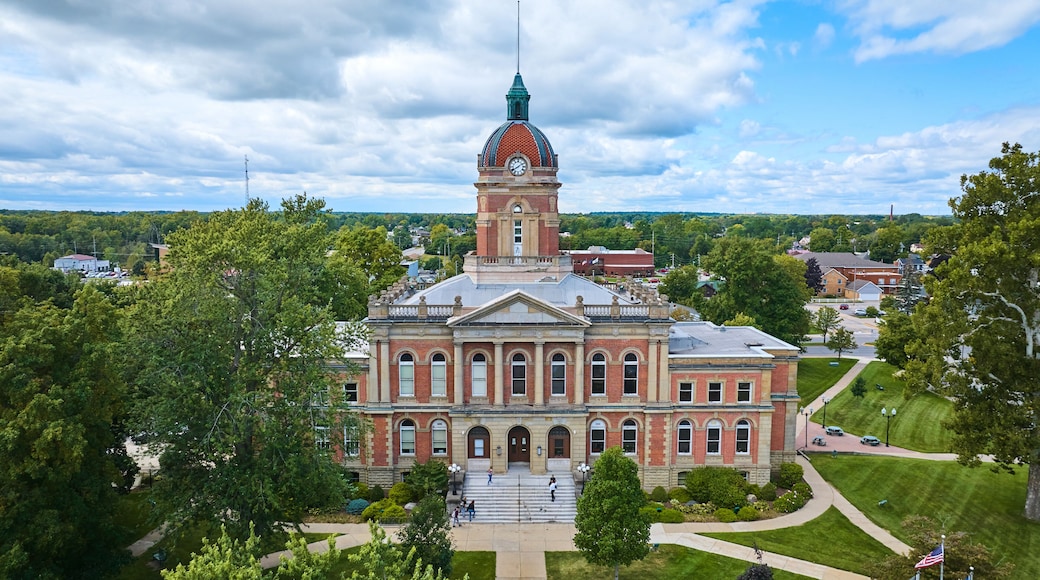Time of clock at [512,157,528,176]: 8:09
